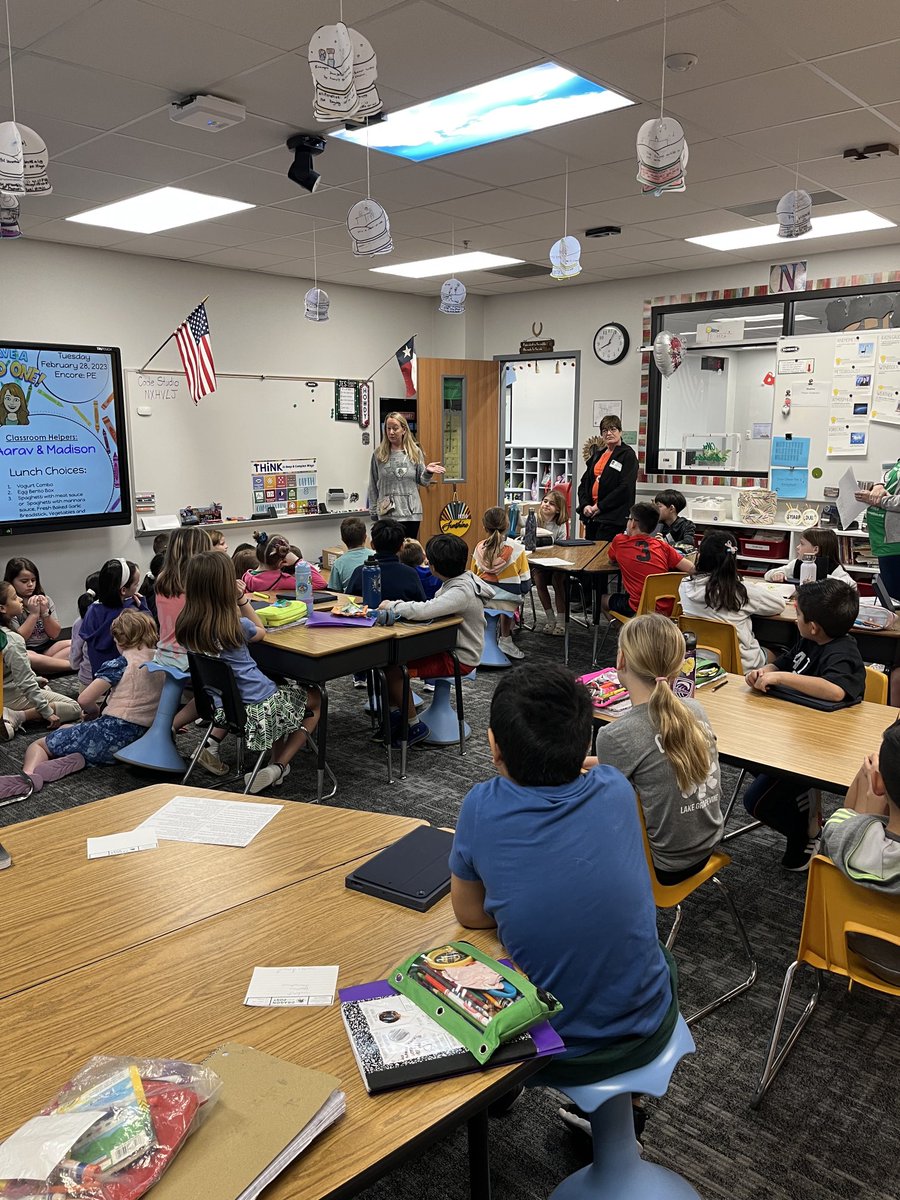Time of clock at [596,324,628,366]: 8:04
